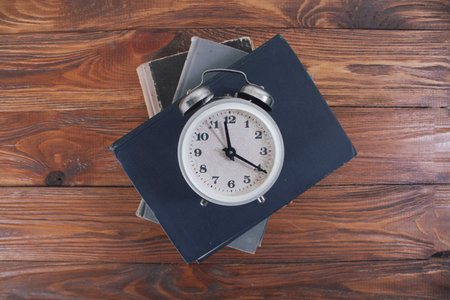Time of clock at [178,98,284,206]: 3:58
